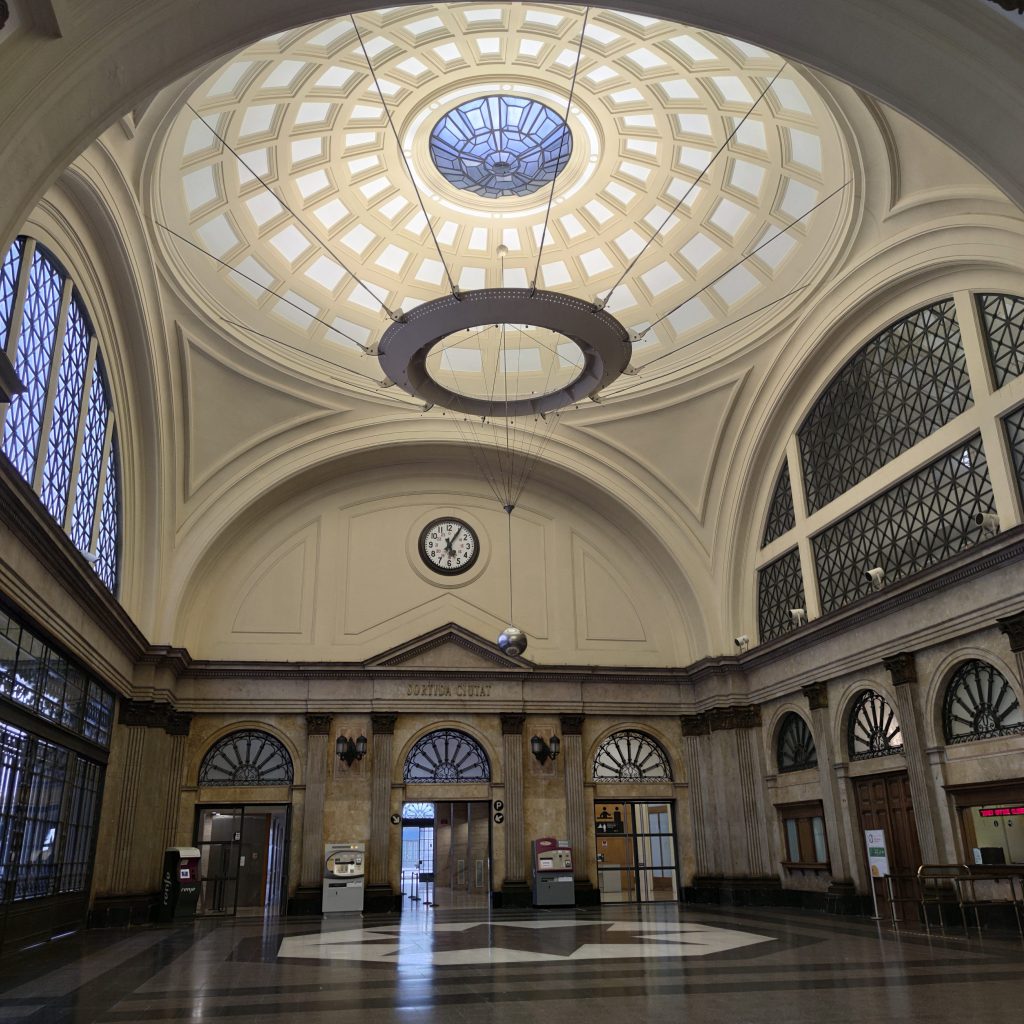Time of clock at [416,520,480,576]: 5:05
